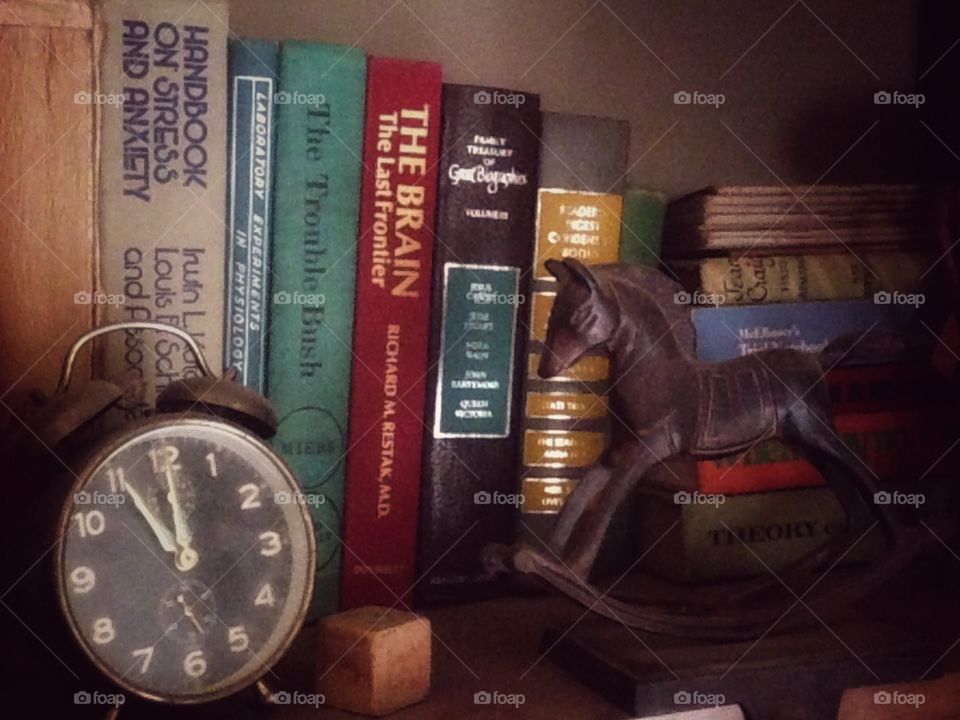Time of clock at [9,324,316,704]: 11:00
